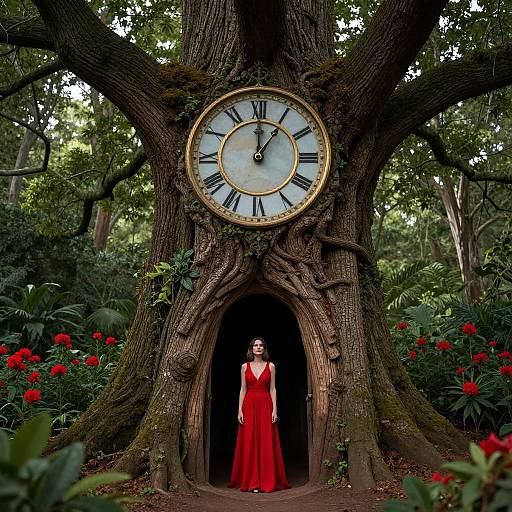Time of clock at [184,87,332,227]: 12:05
